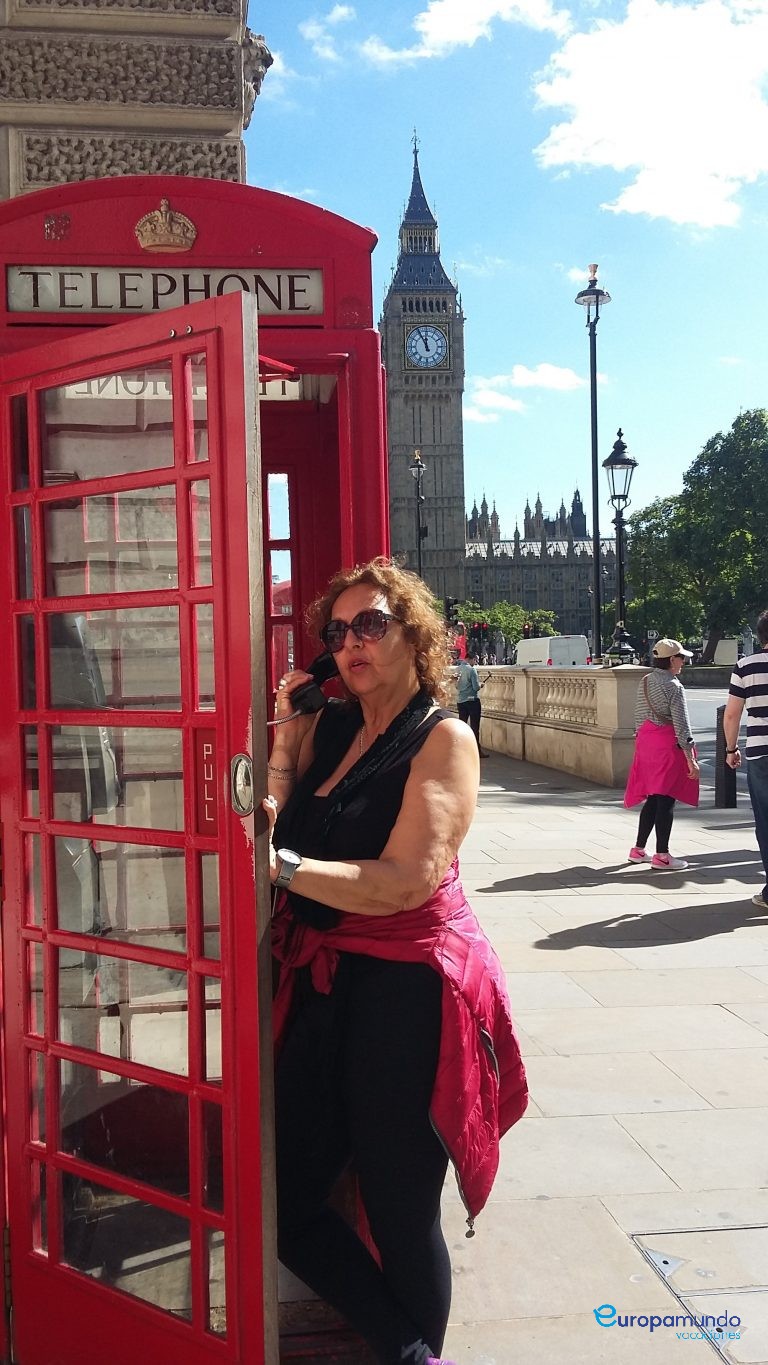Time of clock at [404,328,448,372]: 11:55
